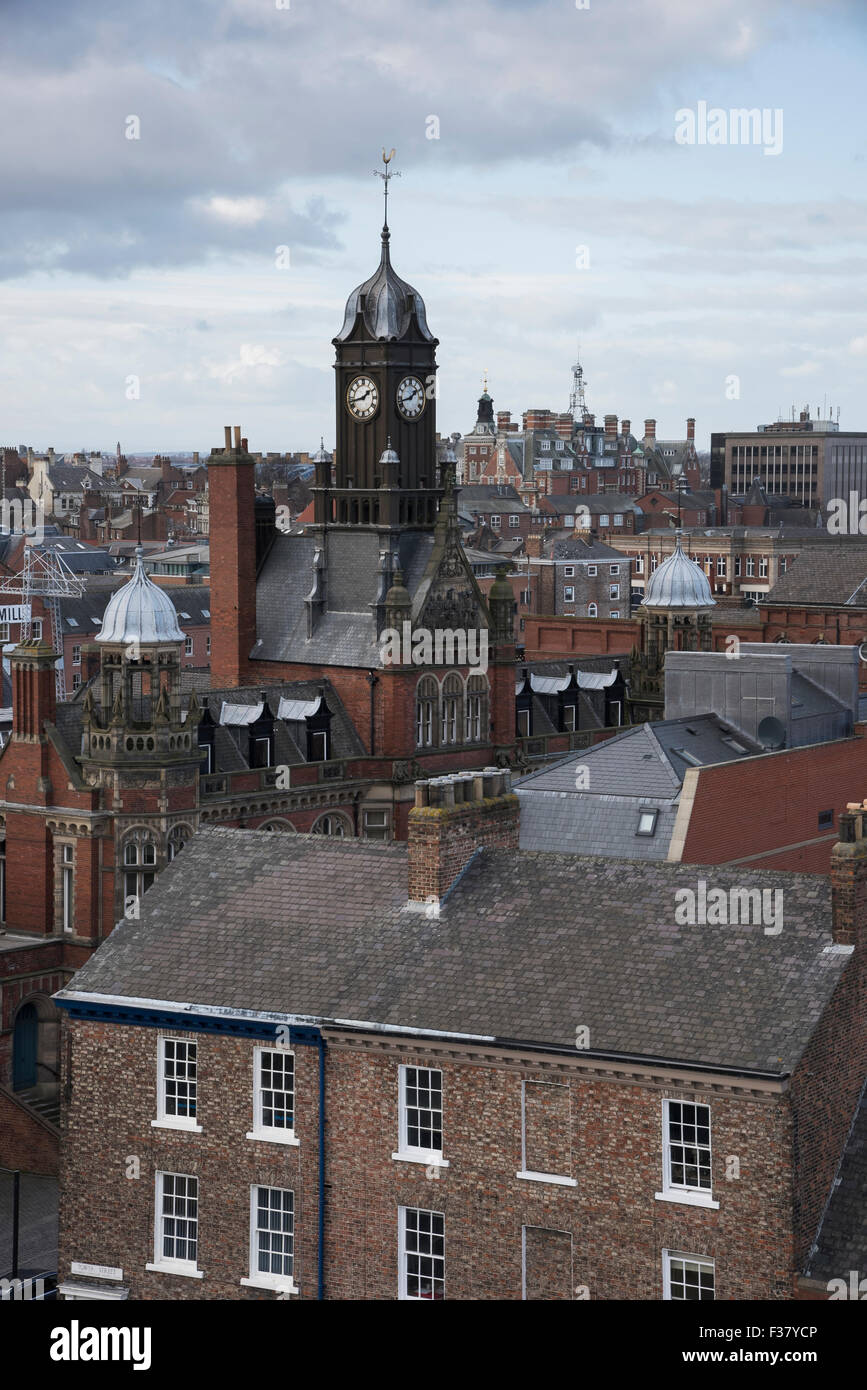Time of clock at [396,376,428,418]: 1:42
